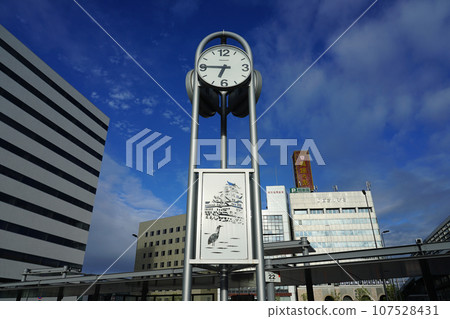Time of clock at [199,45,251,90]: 6:45
